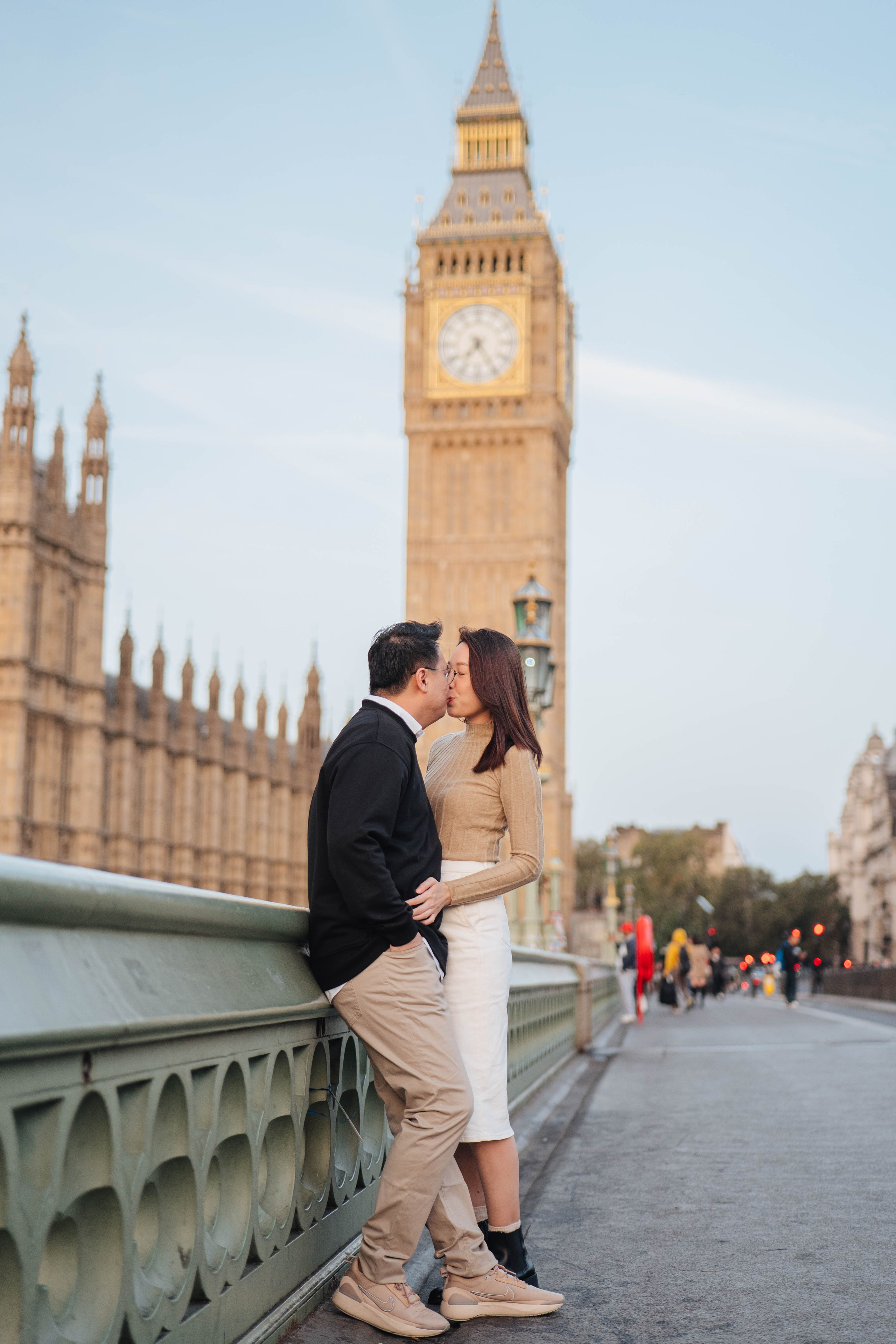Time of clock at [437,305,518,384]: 7:24
